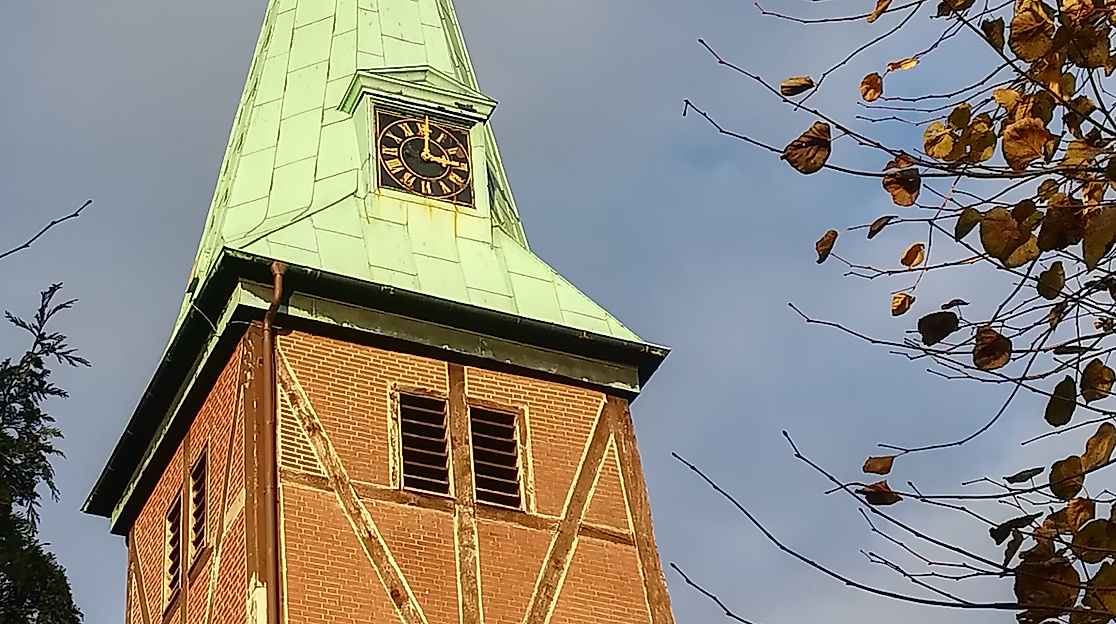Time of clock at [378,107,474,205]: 3:00
